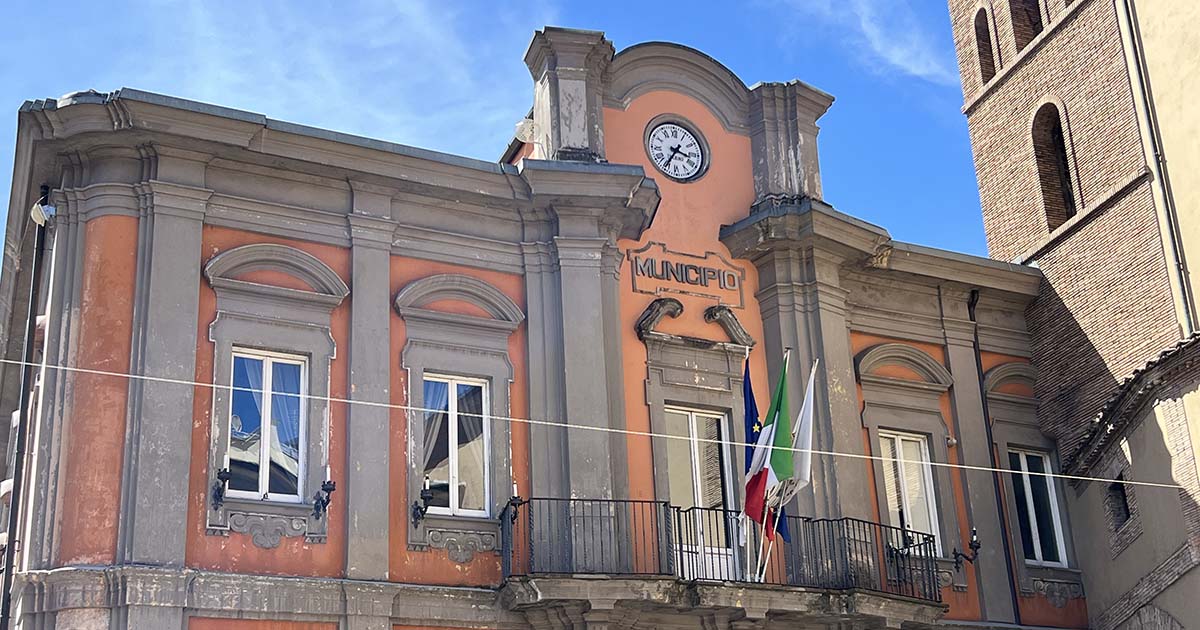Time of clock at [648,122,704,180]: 3:35
